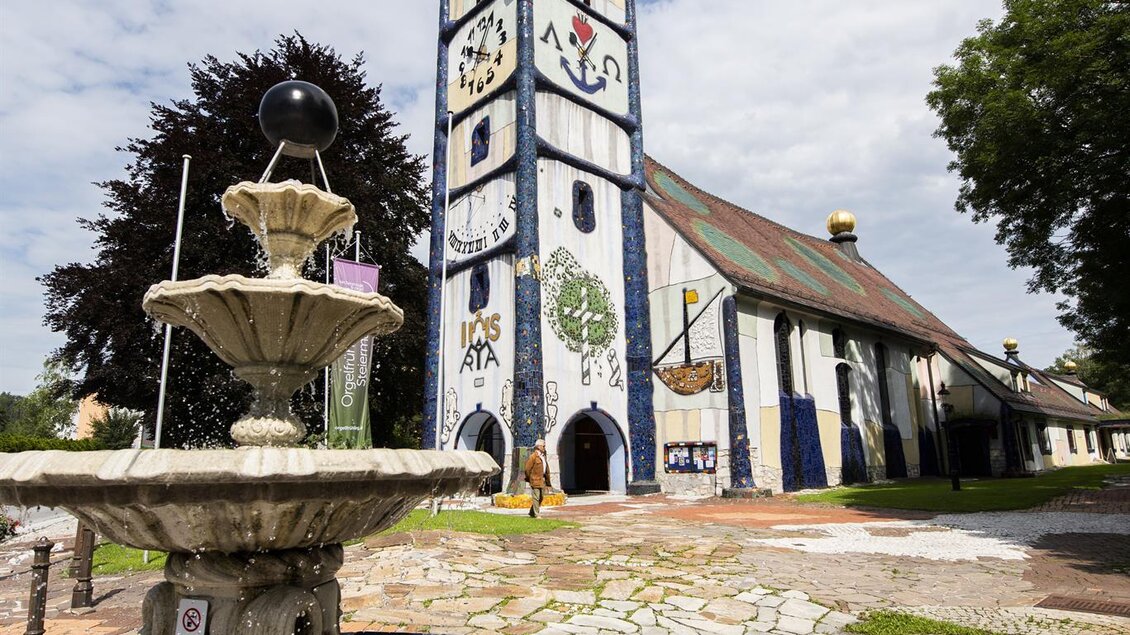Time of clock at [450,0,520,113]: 10:03
